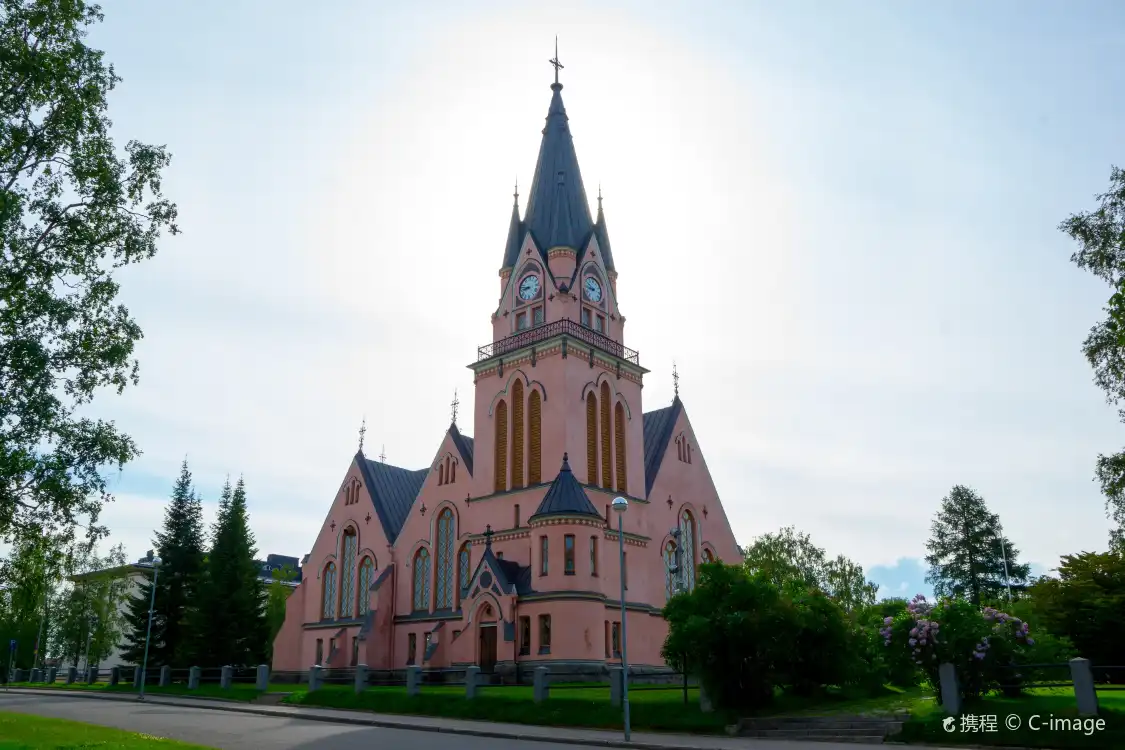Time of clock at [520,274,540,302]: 8:47
